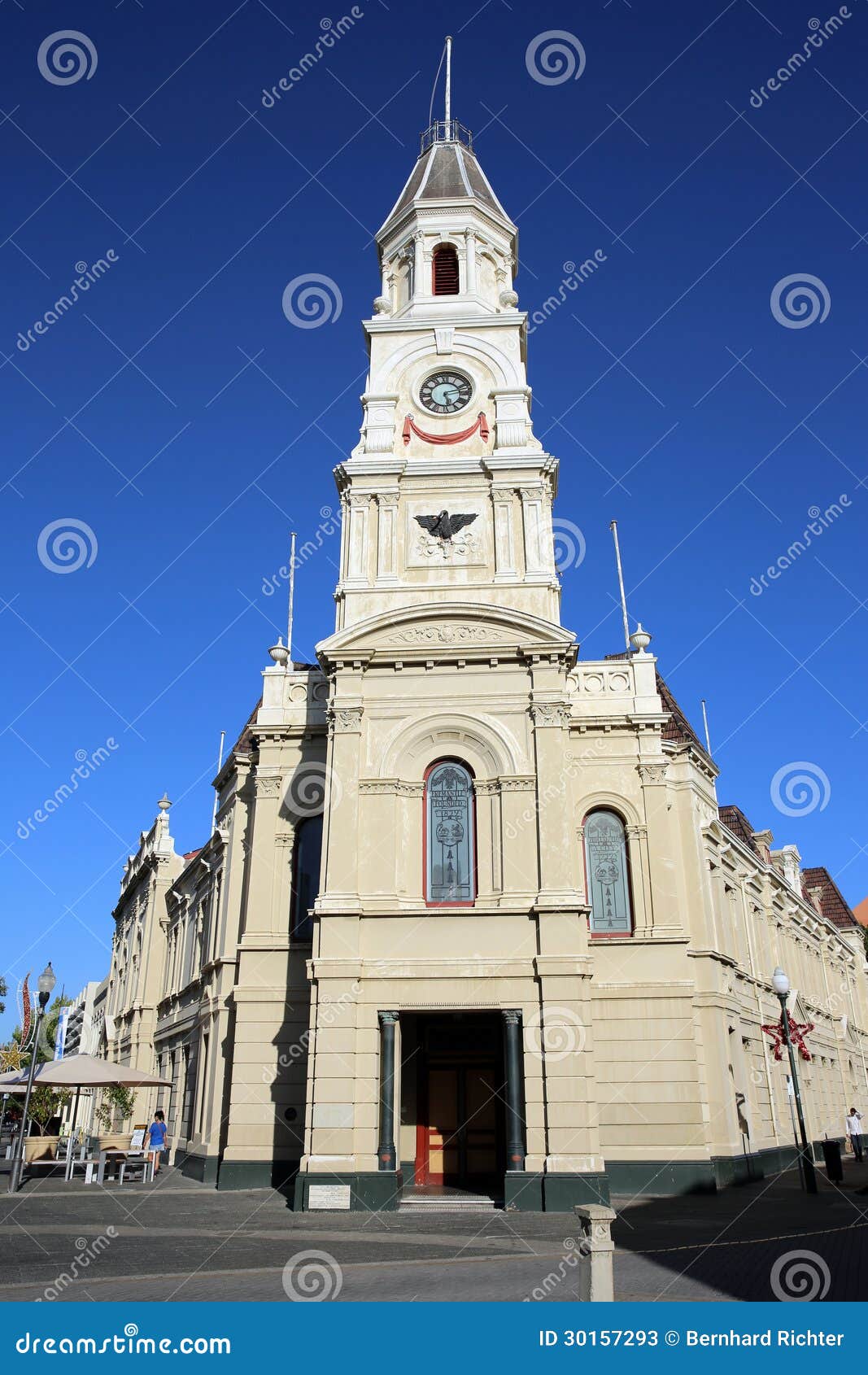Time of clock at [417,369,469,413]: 5:12
